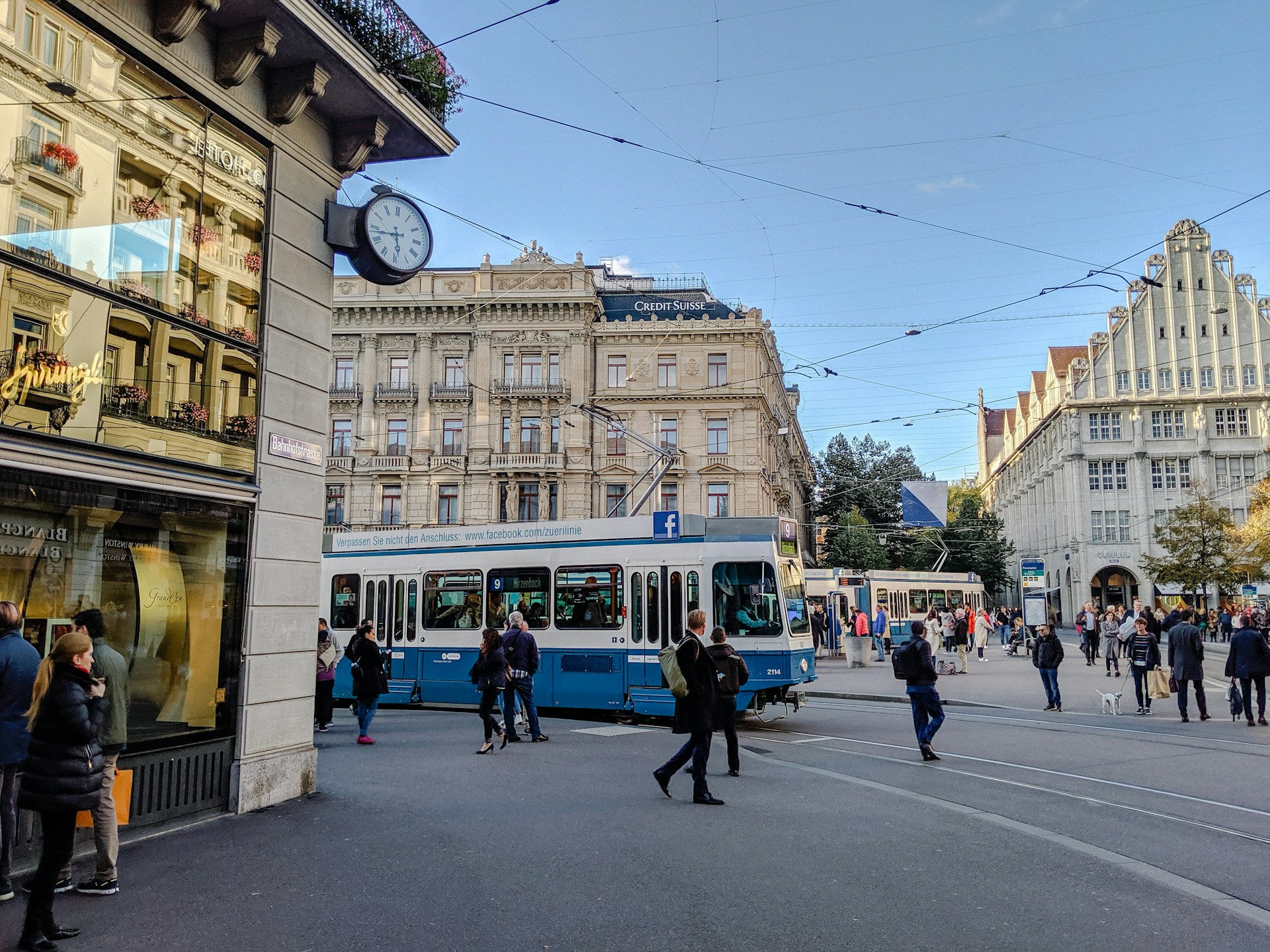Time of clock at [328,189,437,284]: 5:43
